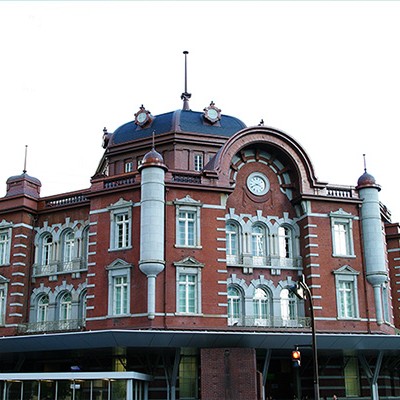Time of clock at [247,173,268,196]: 3:40
